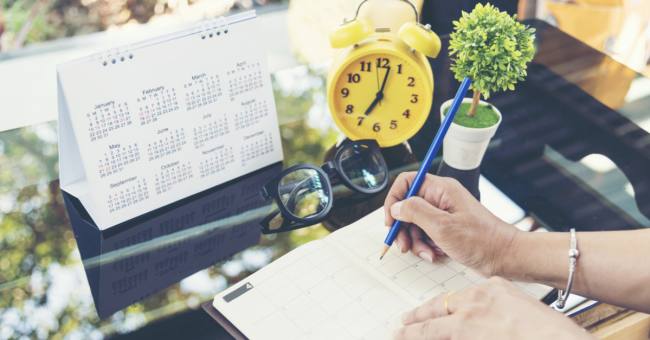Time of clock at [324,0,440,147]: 7:02
